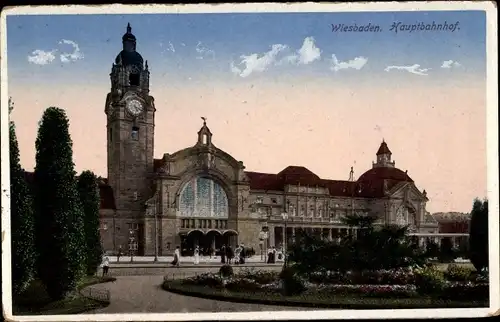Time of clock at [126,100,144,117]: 5:18
